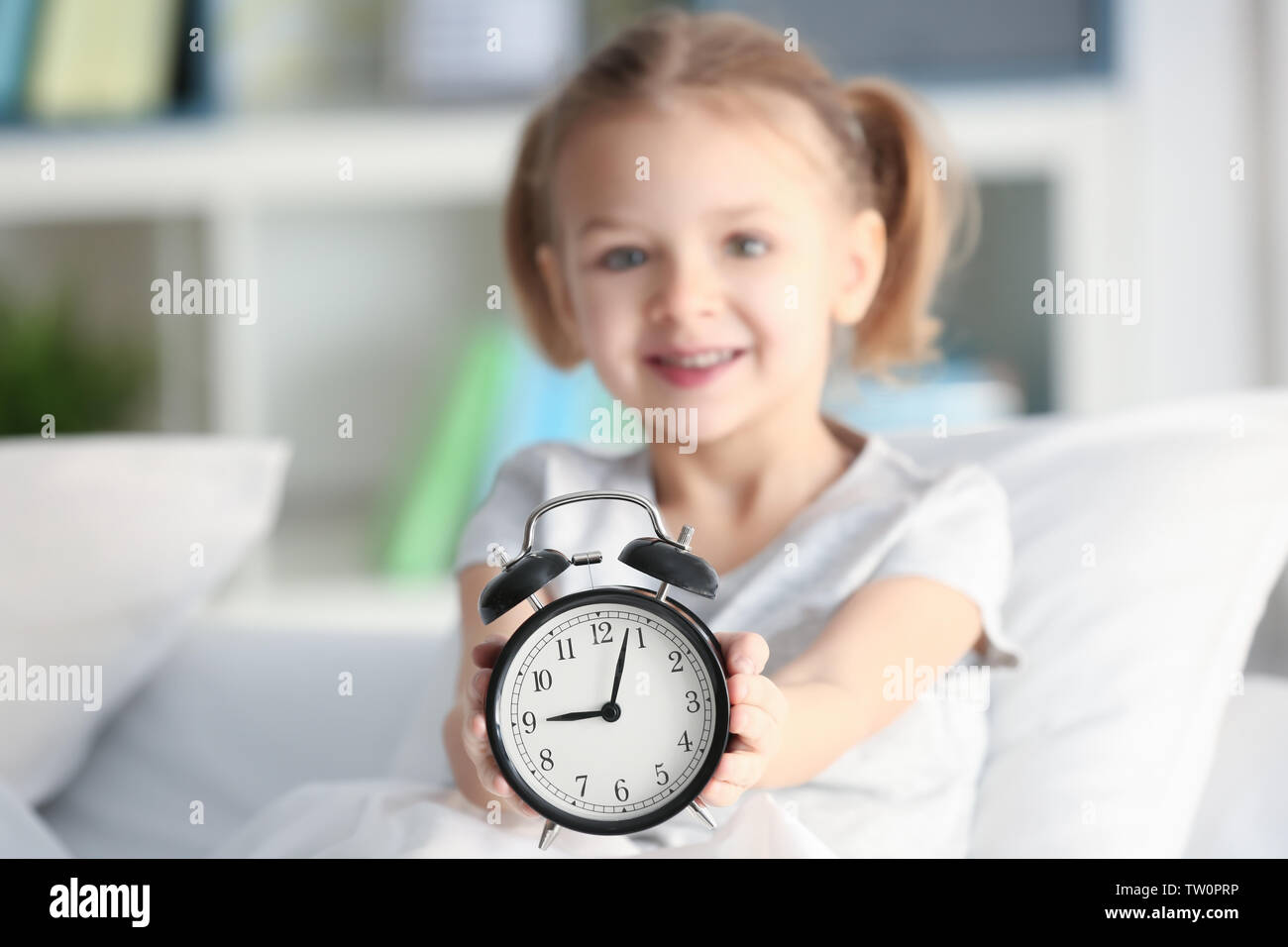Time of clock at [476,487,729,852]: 9:03
